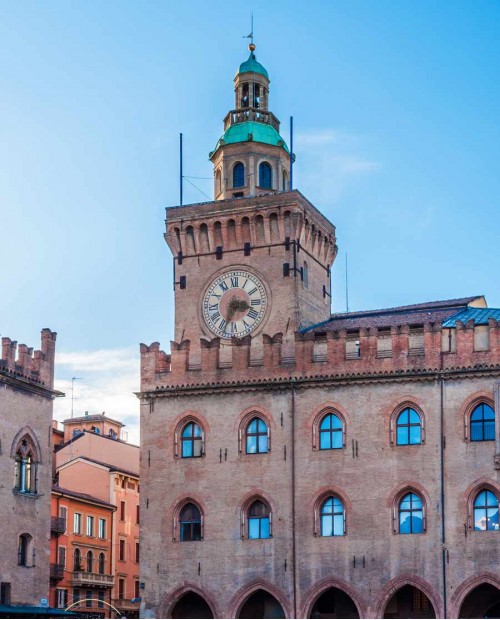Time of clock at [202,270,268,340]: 3:34
